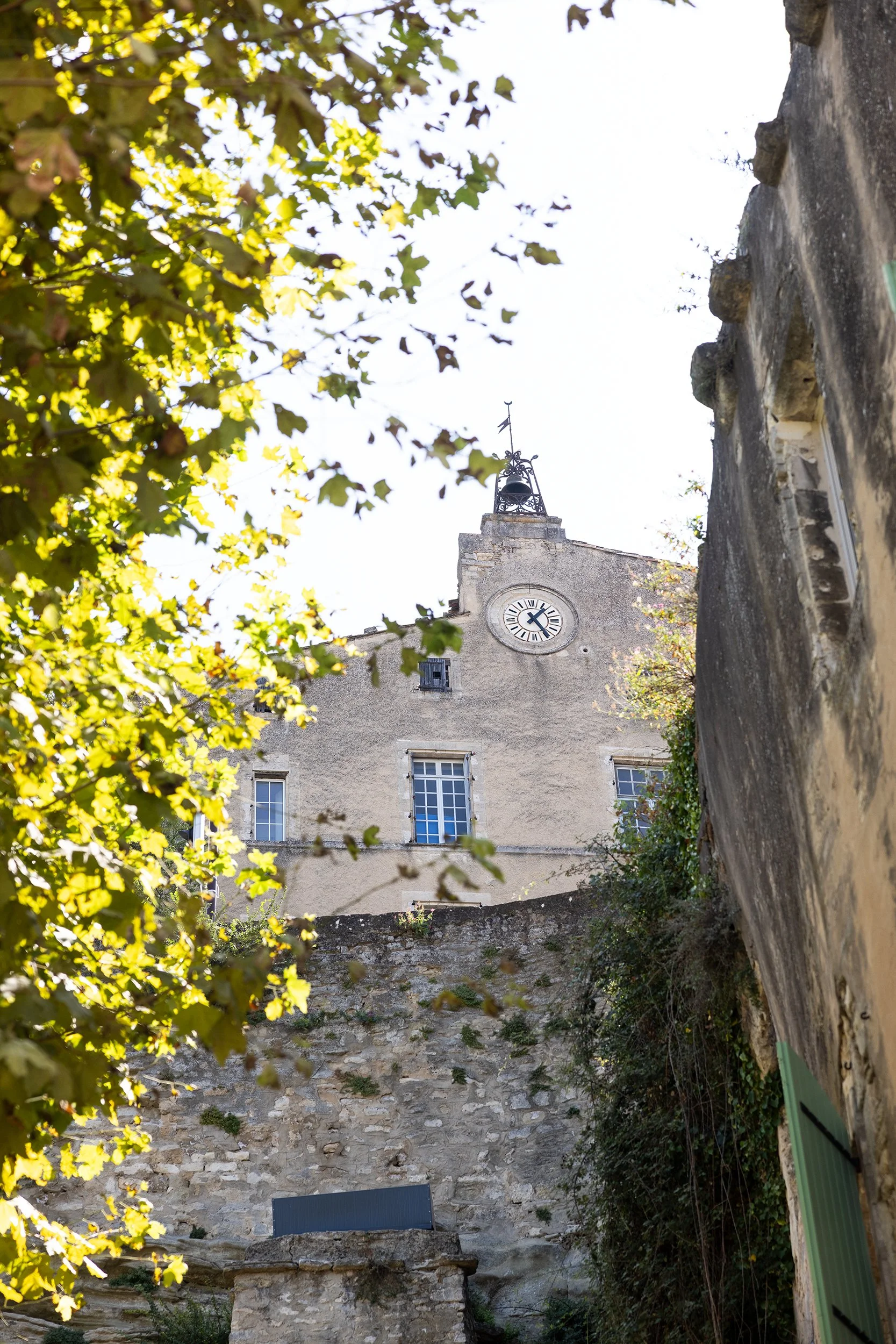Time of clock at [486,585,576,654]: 1:24
